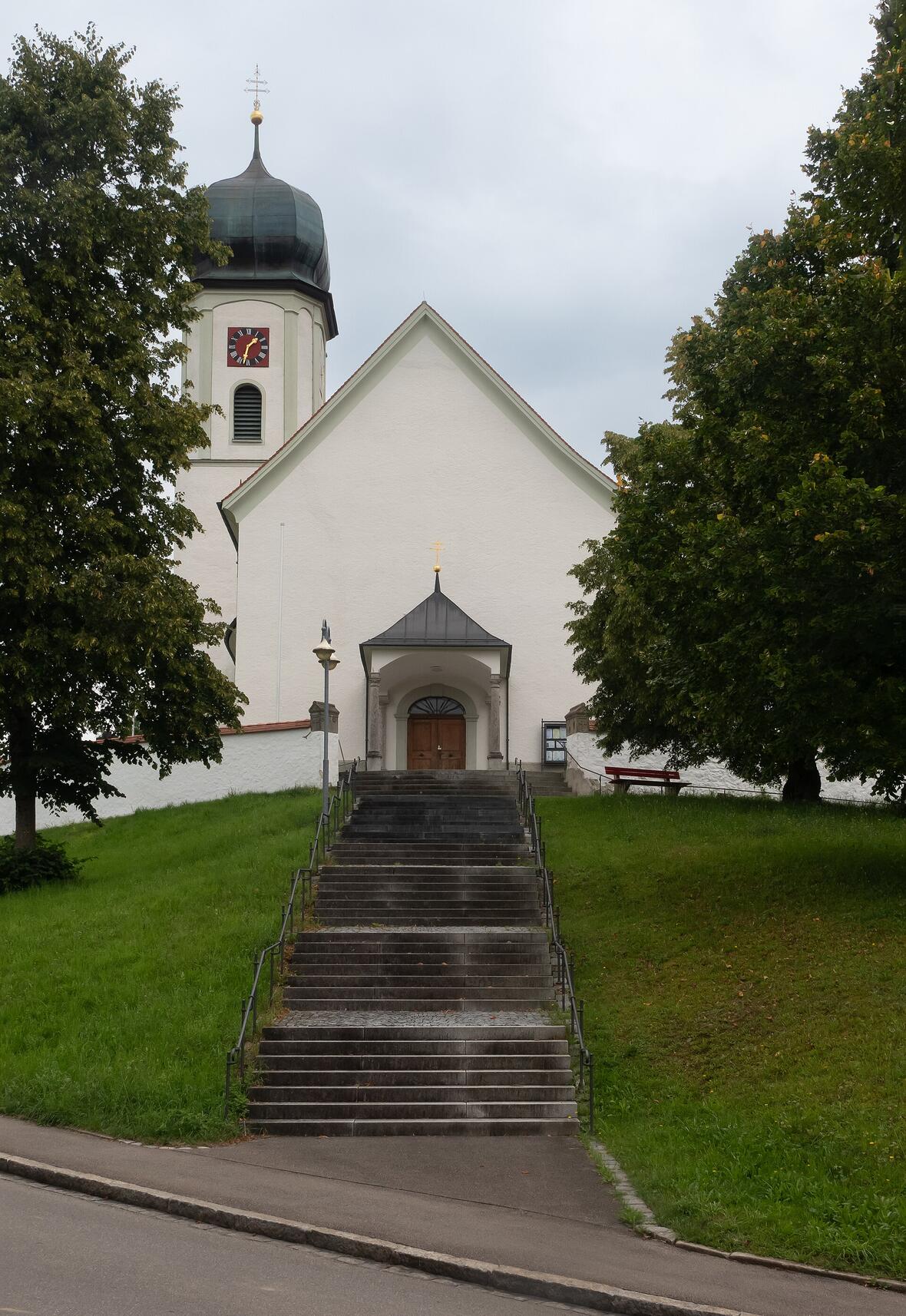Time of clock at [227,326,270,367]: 1:32
